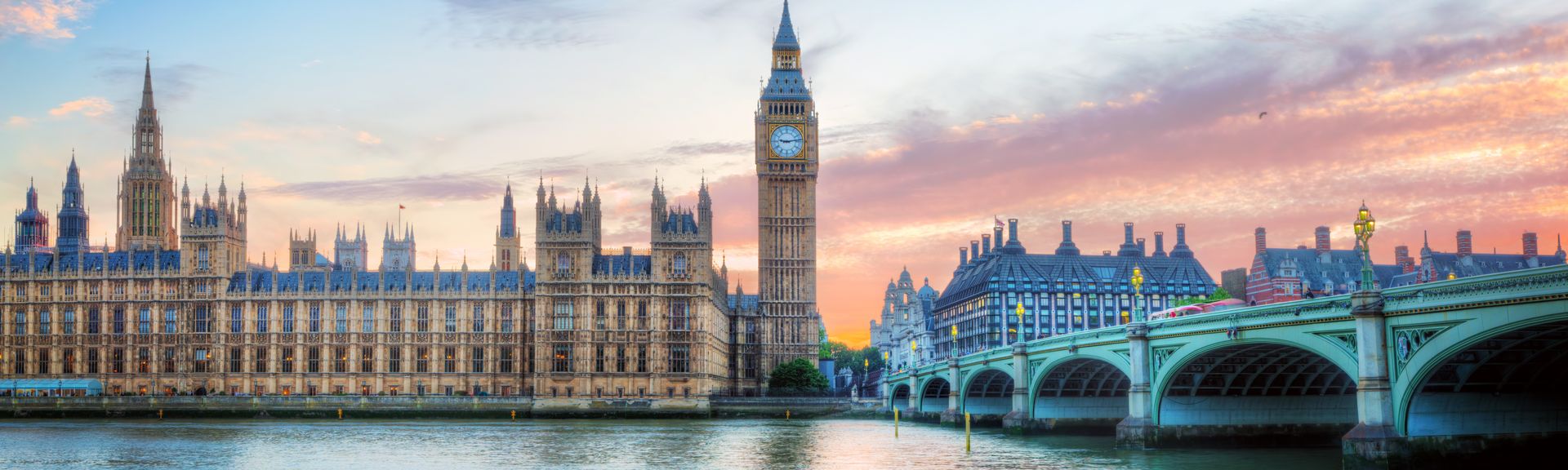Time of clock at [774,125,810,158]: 9:13
